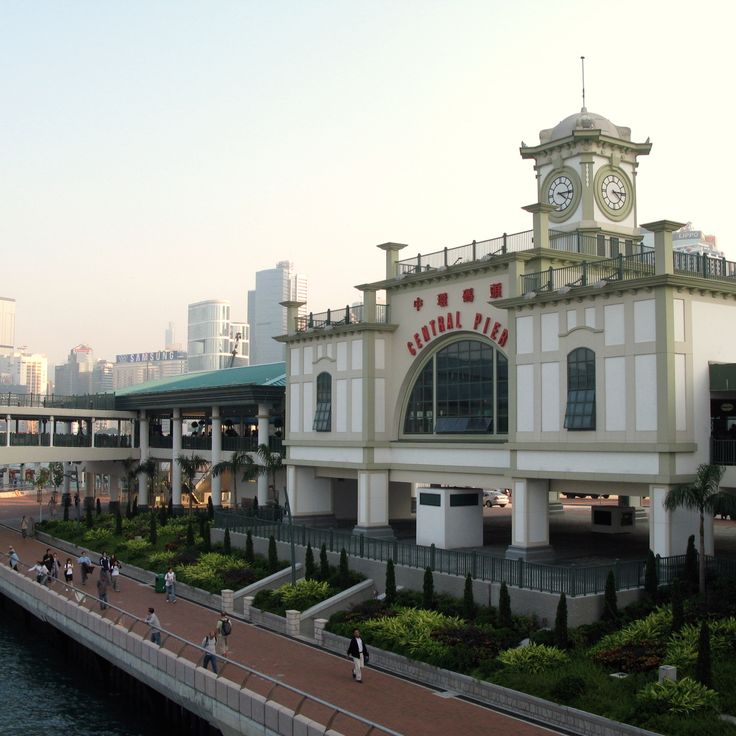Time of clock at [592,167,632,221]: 4:14
